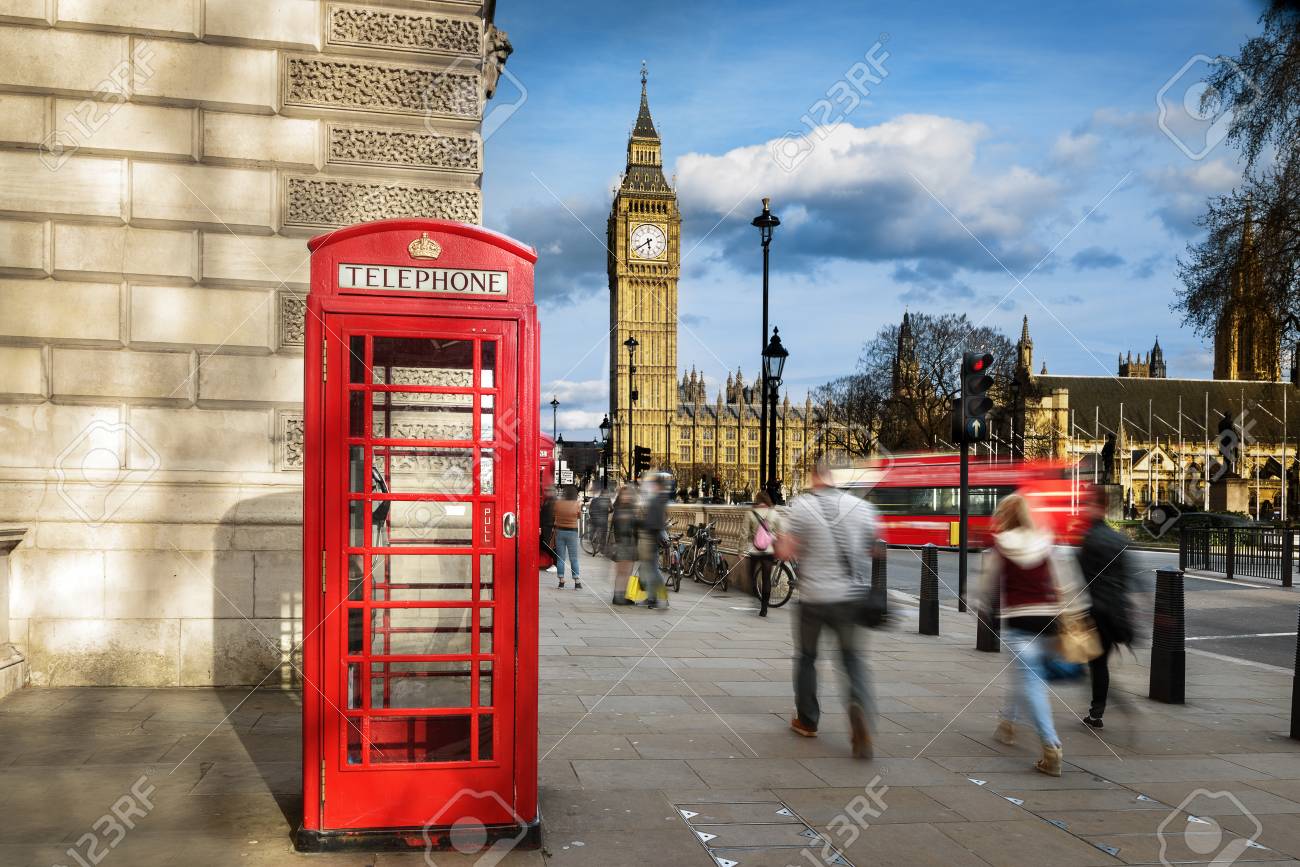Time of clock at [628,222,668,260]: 5:39
